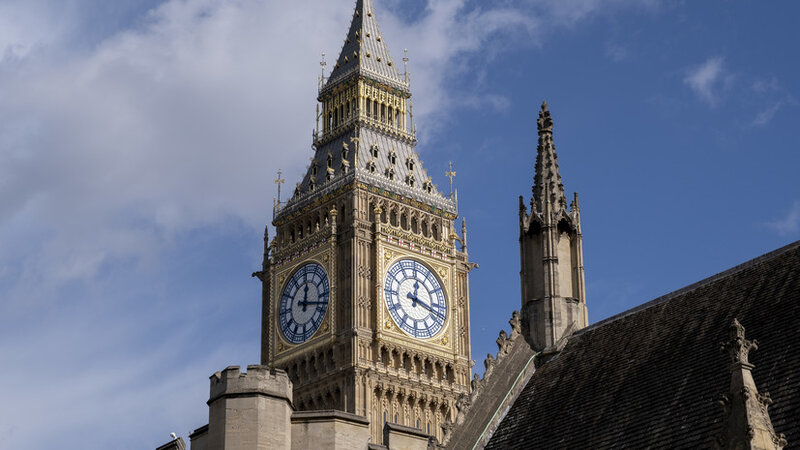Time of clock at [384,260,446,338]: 12:17
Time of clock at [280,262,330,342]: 12:17
